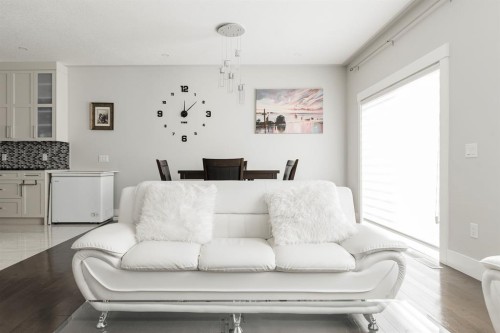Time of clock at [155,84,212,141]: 12:08
